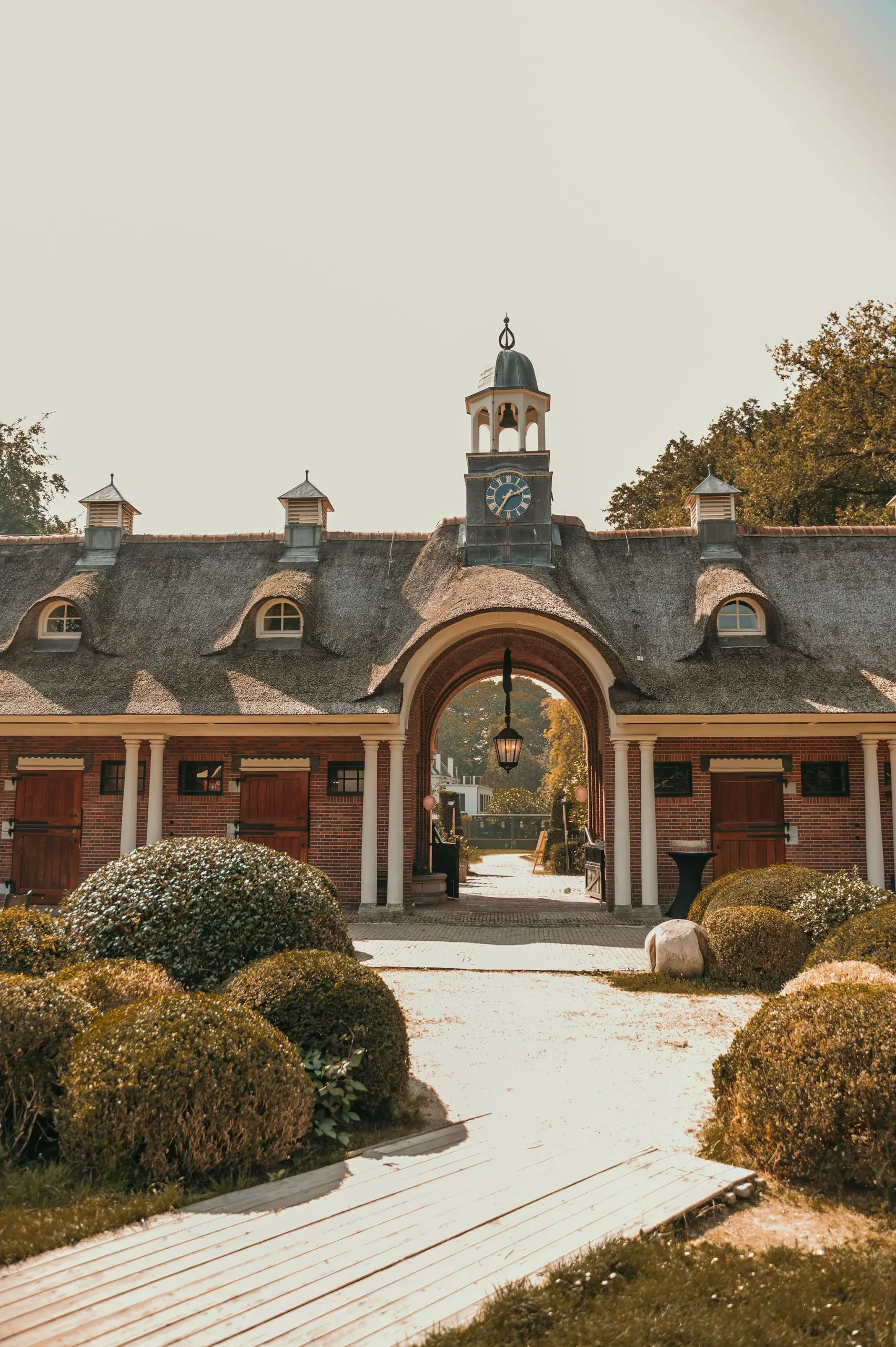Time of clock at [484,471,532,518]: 2:35
